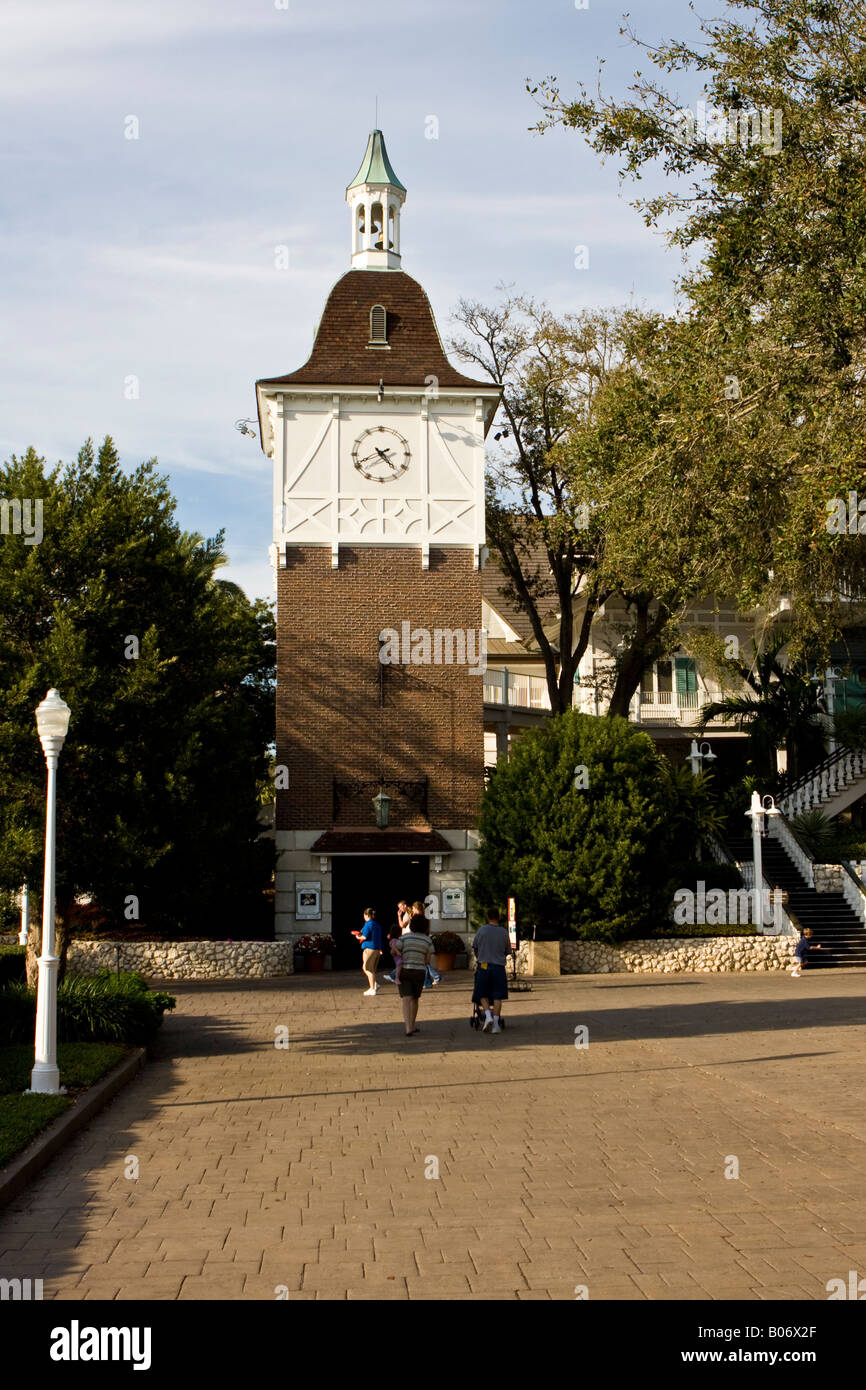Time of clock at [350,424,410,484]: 4:40
